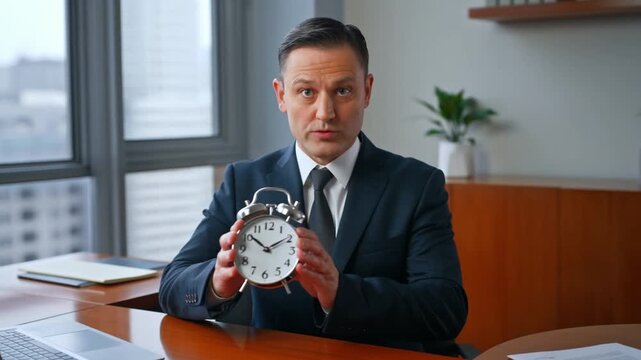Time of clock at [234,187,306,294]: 1:51
